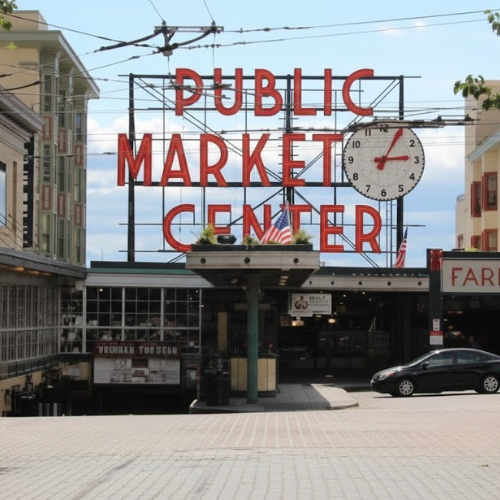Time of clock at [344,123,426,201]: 3:04
